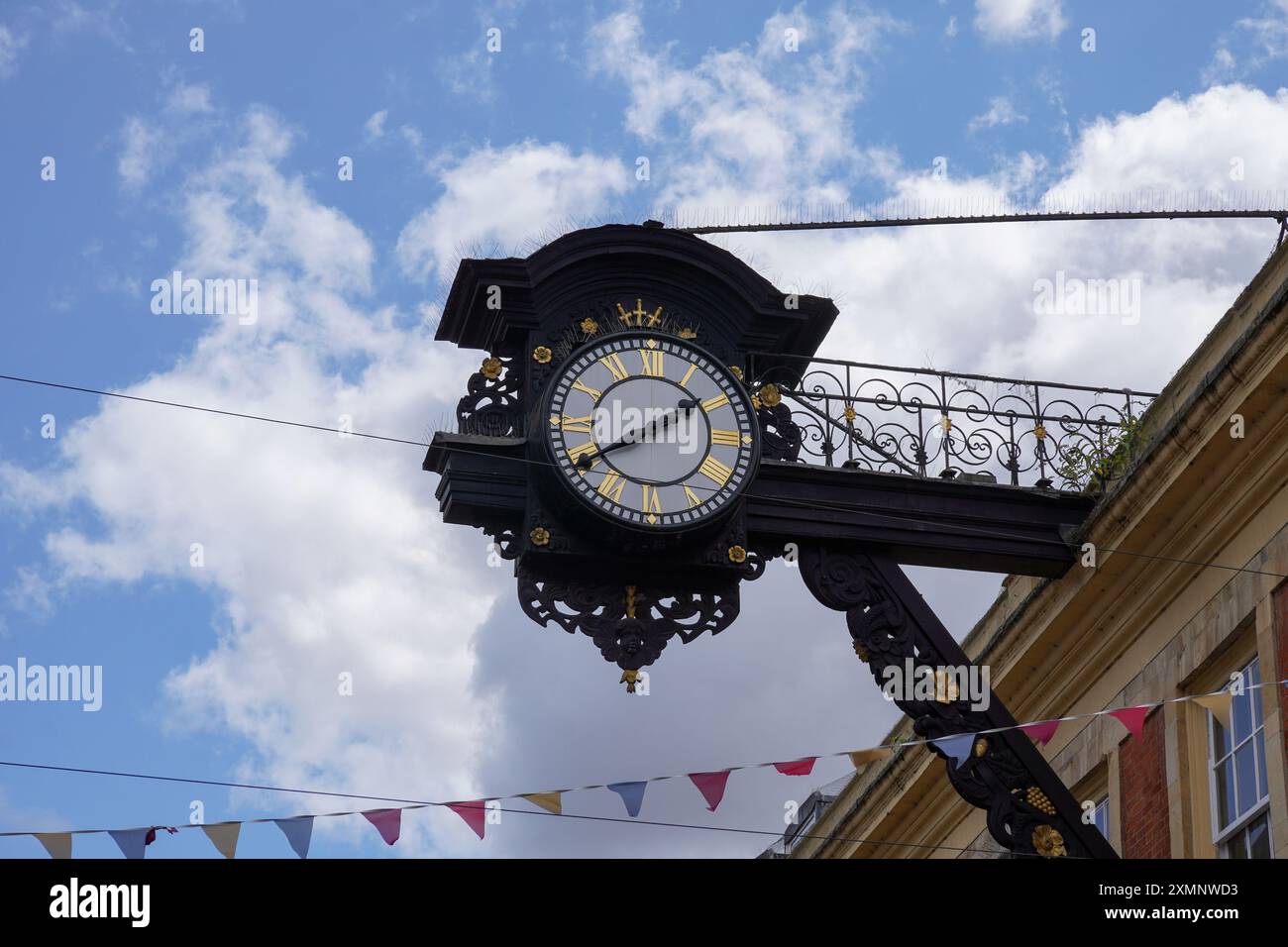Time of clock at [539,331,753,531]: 1:39
